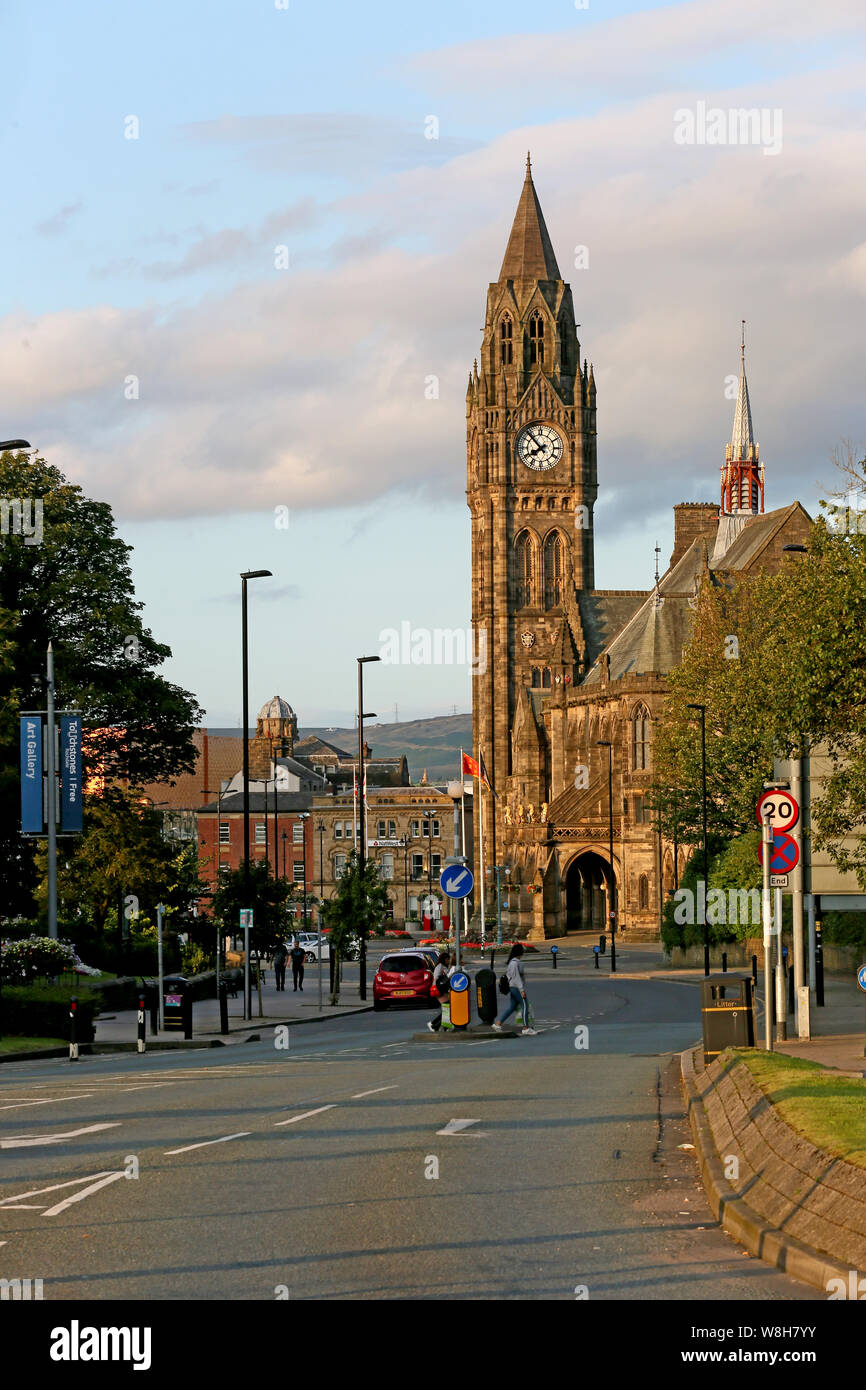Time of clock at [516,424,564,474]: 7:52
